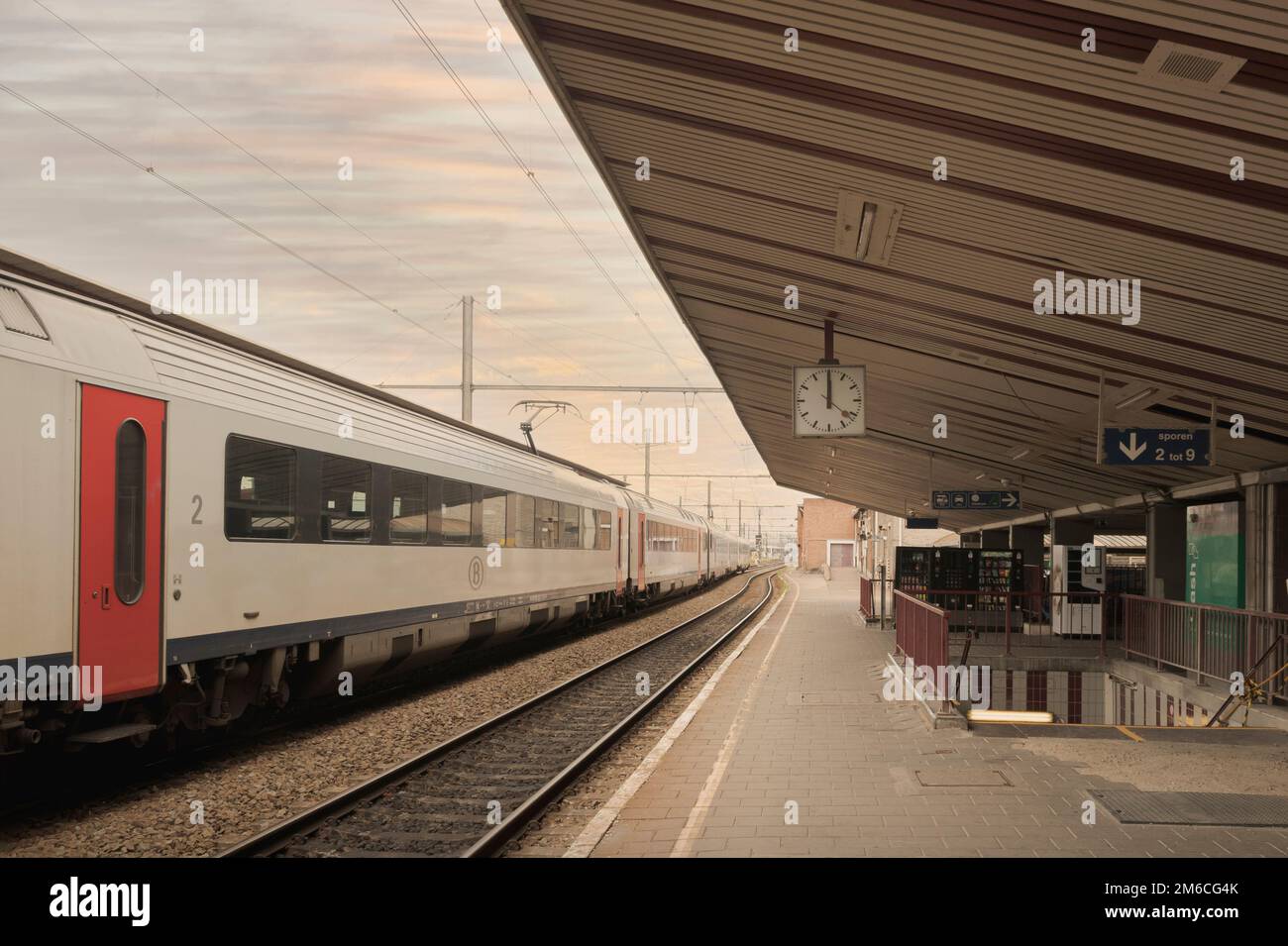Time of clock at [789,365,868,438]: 11:59
